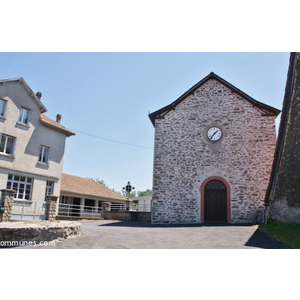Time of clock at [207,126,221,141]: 1:36
